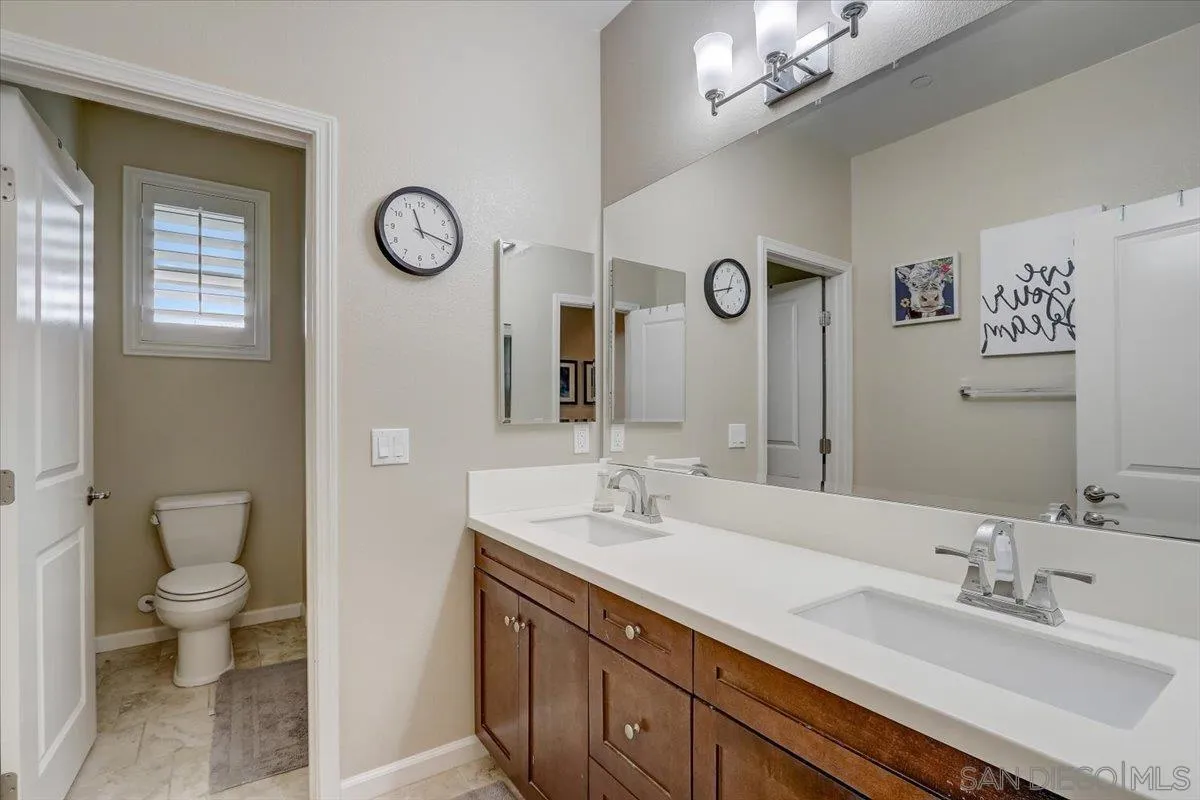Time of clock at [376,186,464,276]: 11:17
